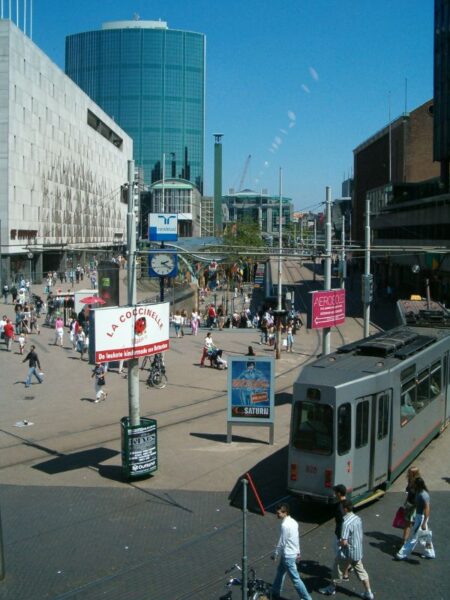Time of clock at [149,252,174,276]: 2:21
